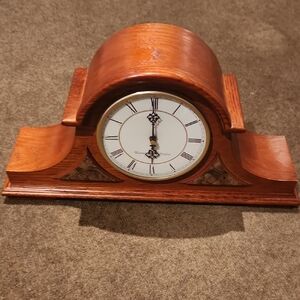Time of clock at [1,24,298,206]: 6:00
